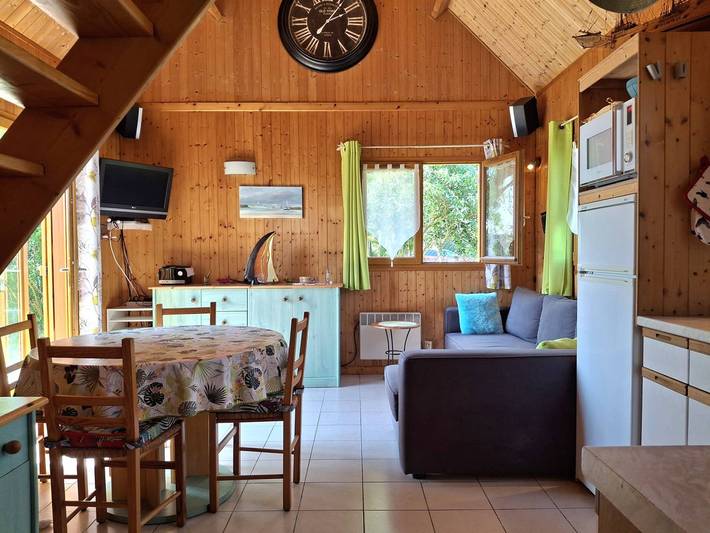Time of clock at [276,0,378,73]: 2:06
